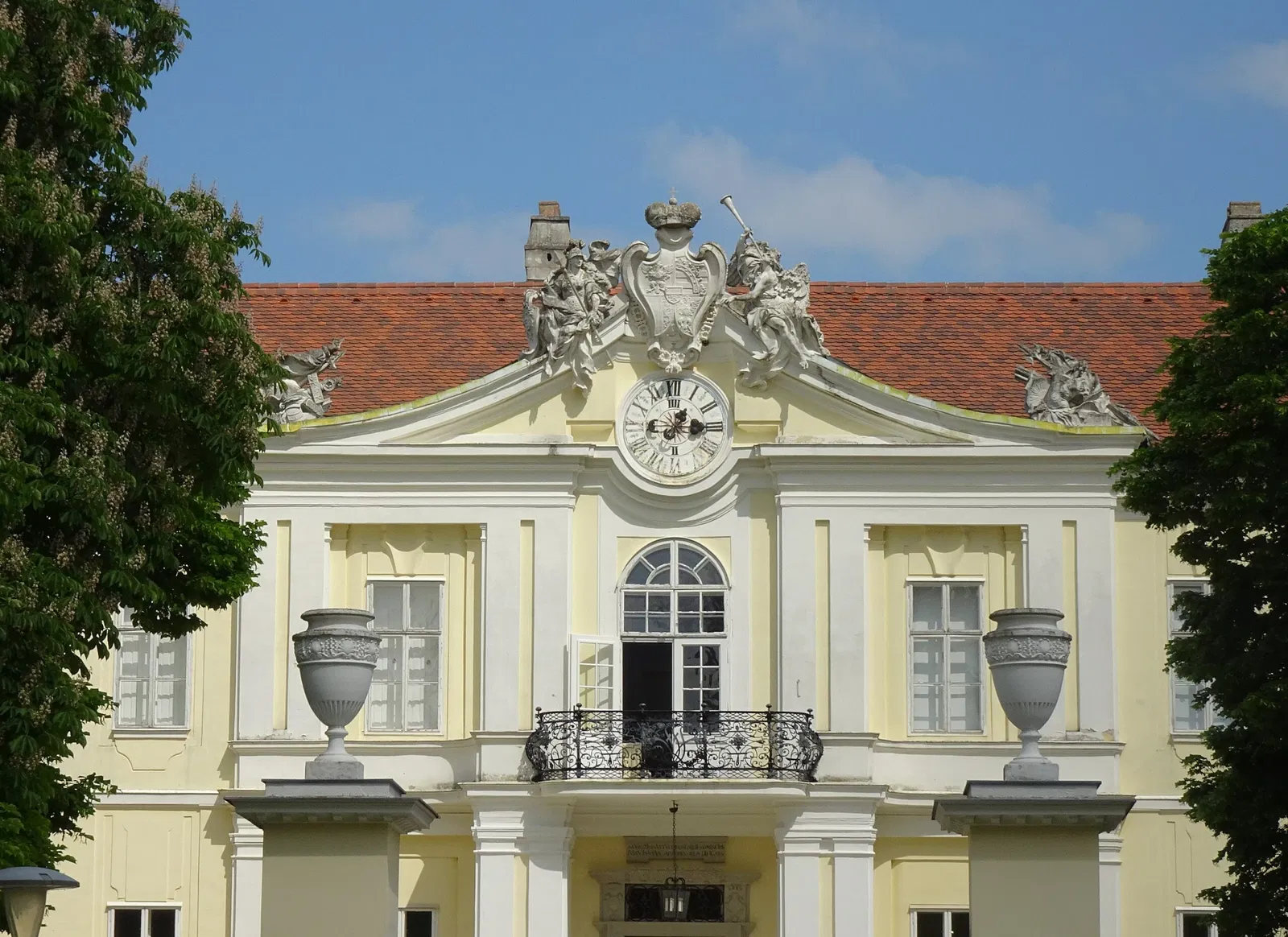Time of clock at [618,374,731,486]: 1:14
